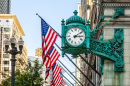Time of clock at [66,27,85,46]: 3:09
